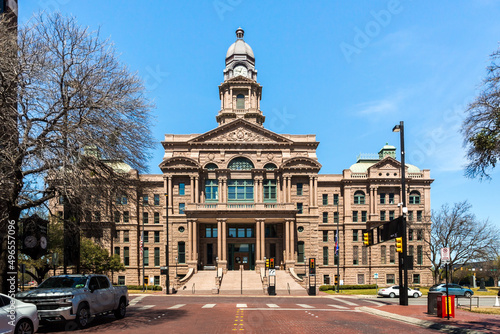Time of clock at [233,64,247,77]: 12:47
